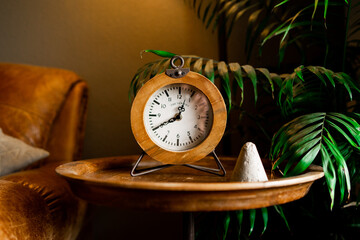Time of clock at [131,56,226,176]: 12:40
